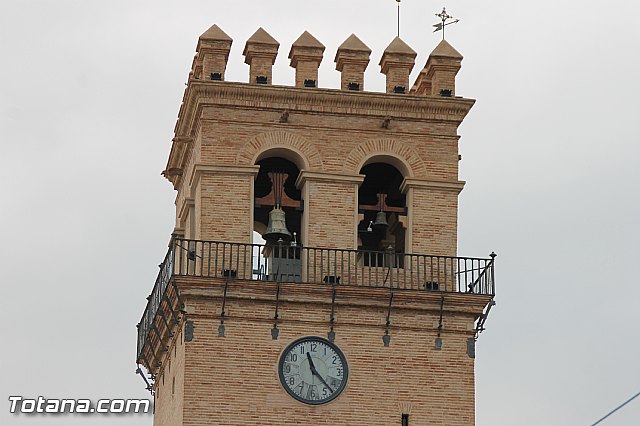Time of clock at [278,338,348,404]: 11:22
